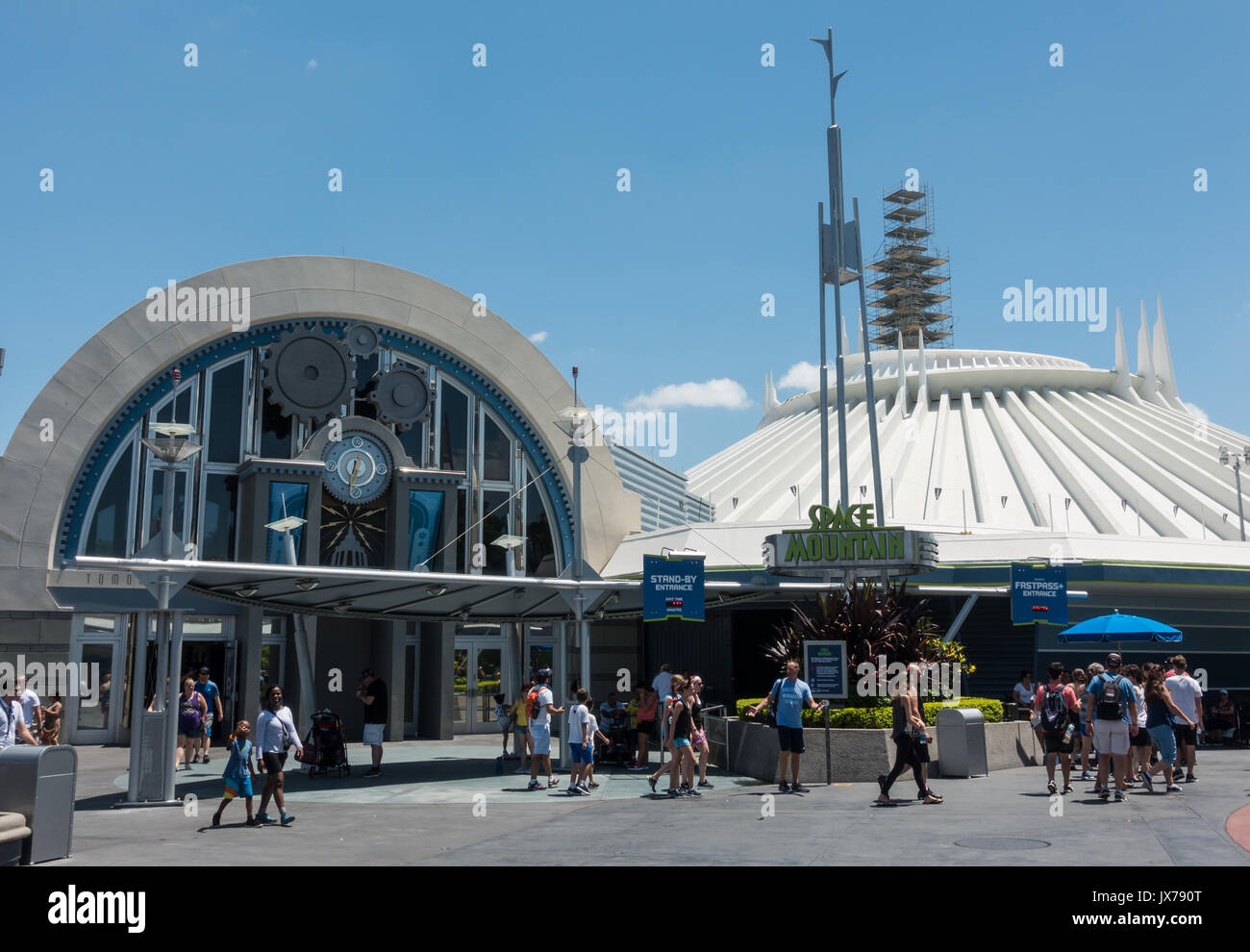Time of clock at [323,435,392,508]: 12:32
